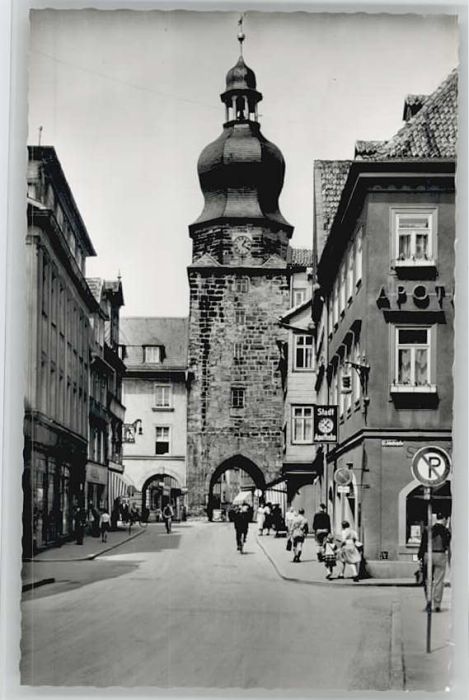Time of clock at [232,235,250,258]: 1:18
